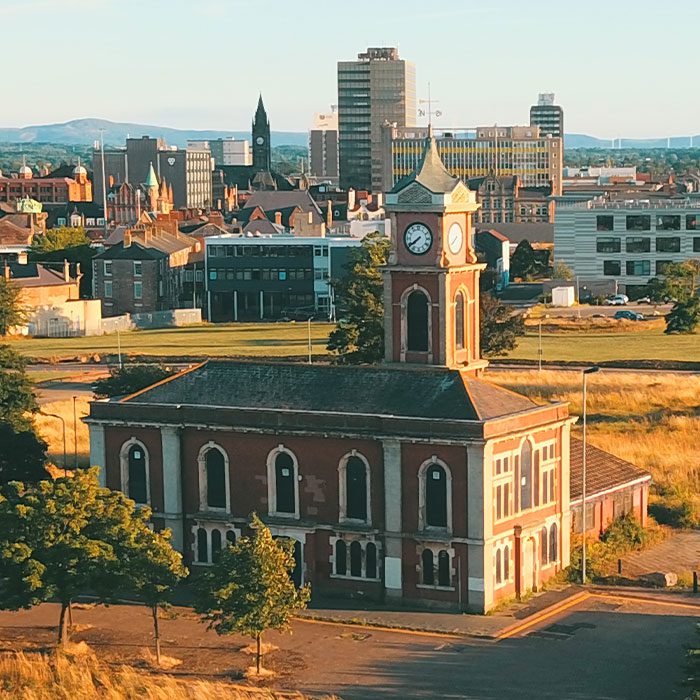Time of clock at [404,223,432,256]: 7:39
